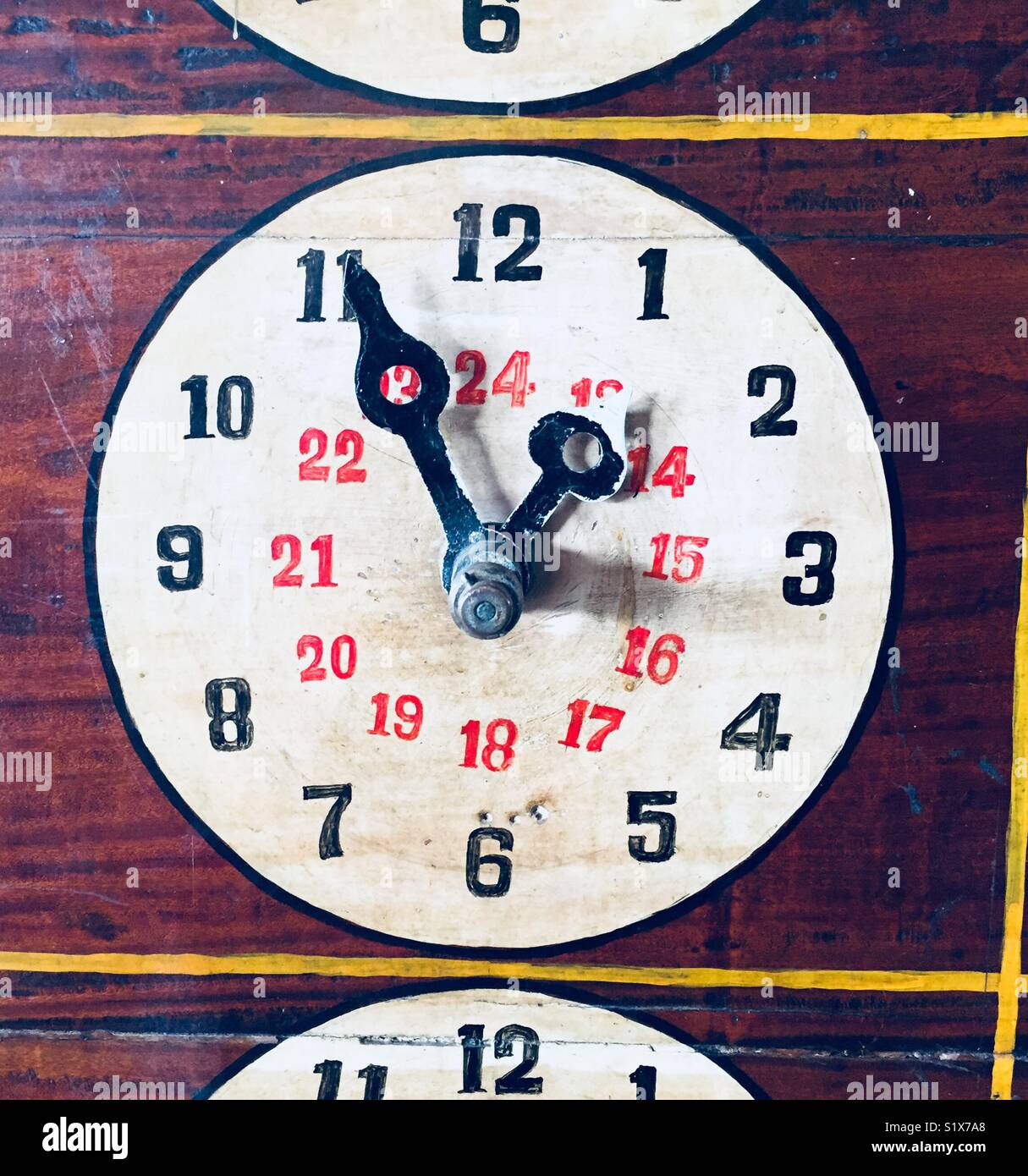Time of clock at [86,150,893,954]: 12:55
